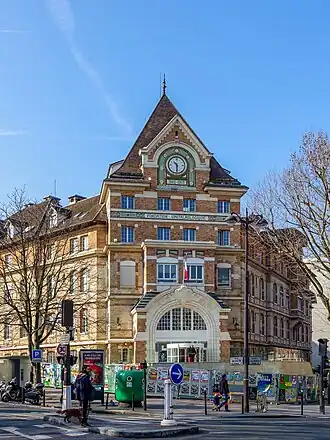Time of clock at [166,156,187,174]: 10:30
